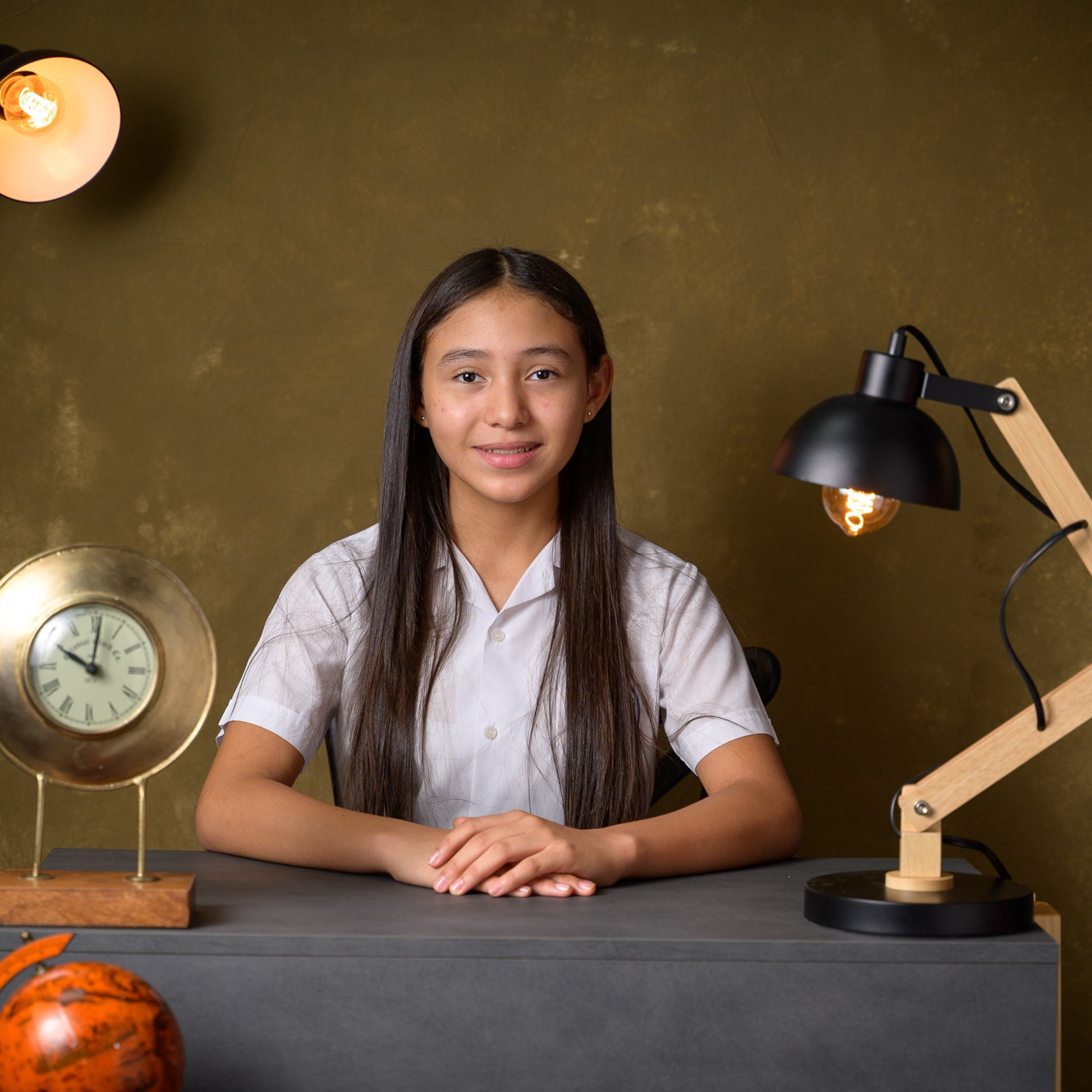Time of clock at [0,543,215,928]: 10:00
